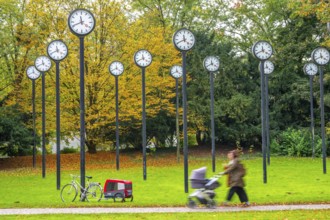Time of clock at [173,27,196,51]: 11:40
